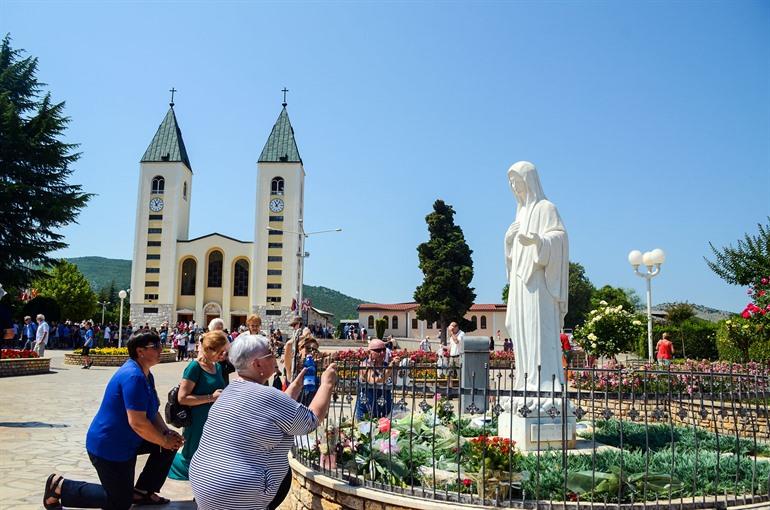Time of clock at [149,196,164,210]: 11:07
